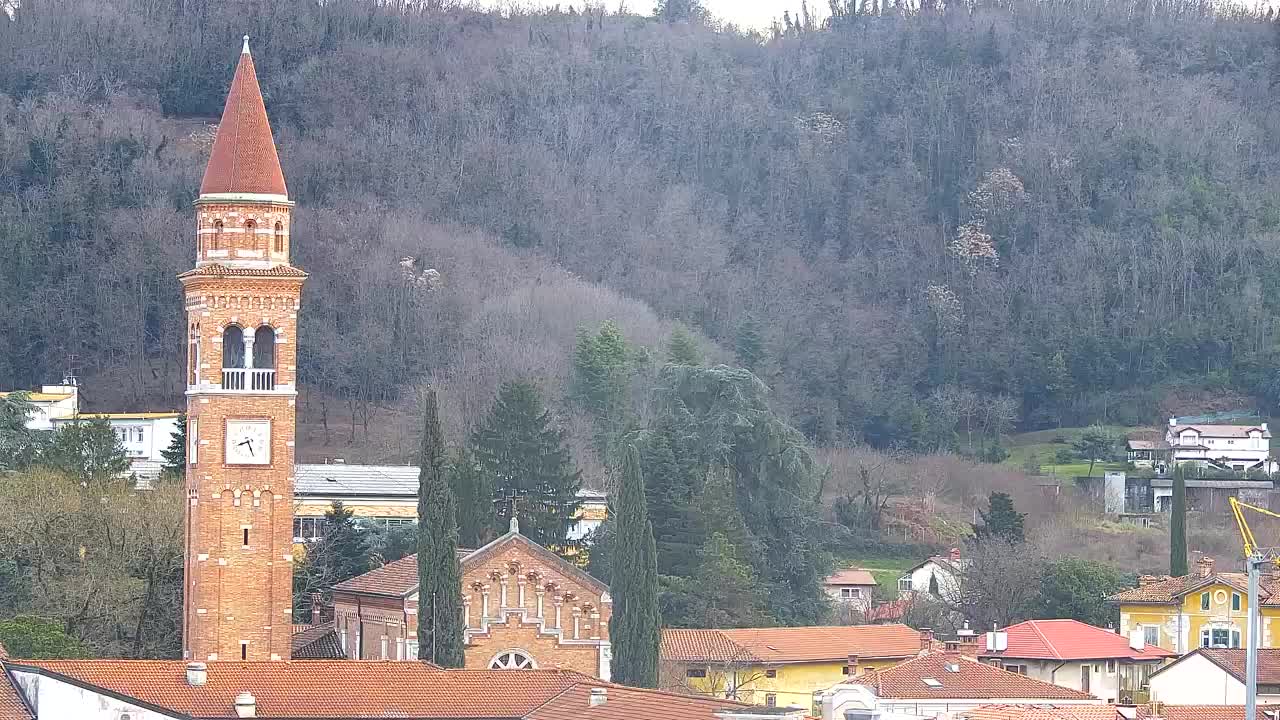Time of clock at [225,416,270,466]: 8:26
